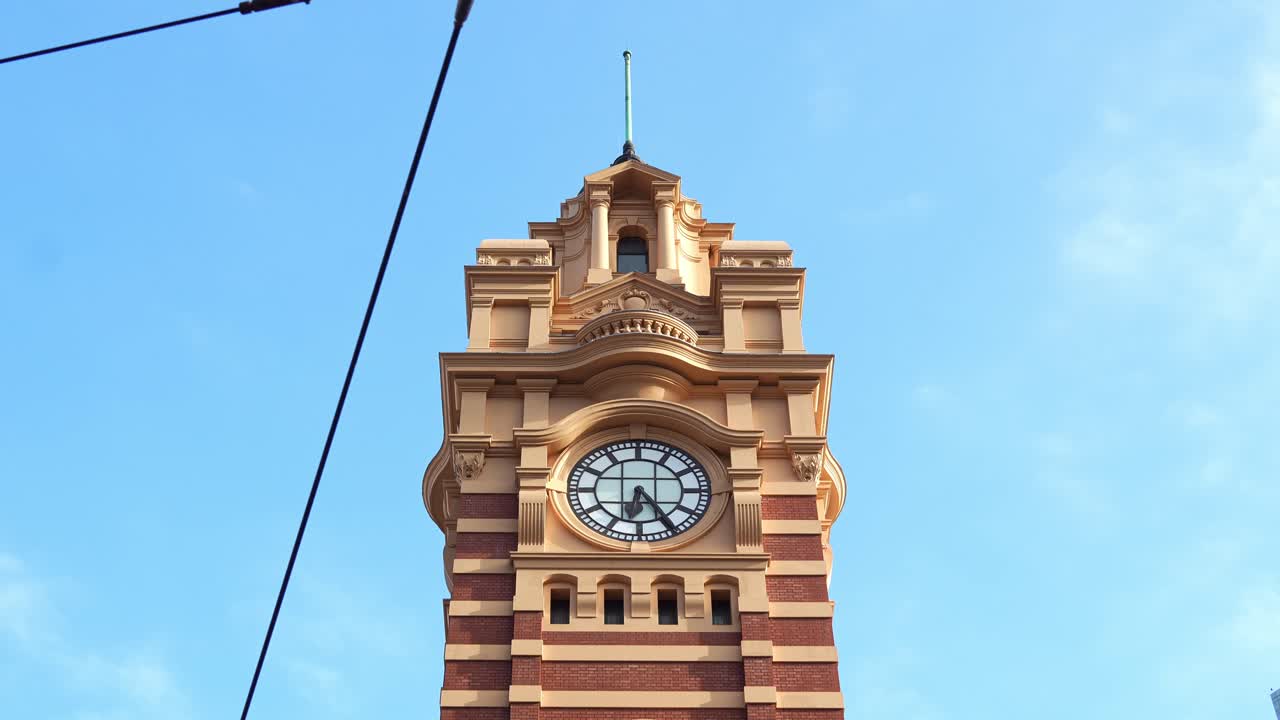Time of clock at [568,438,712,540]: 6:24
